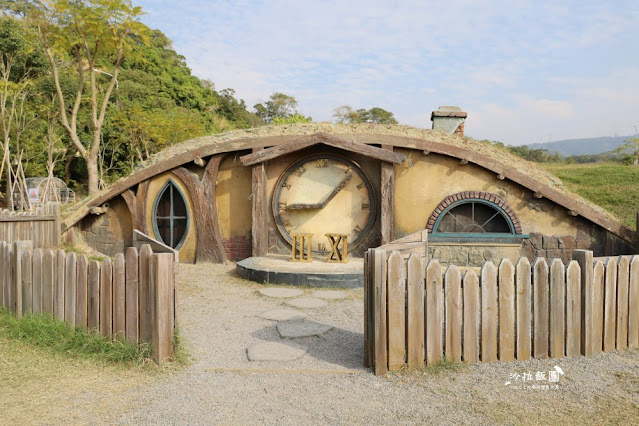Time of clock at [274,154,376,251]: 9:07
